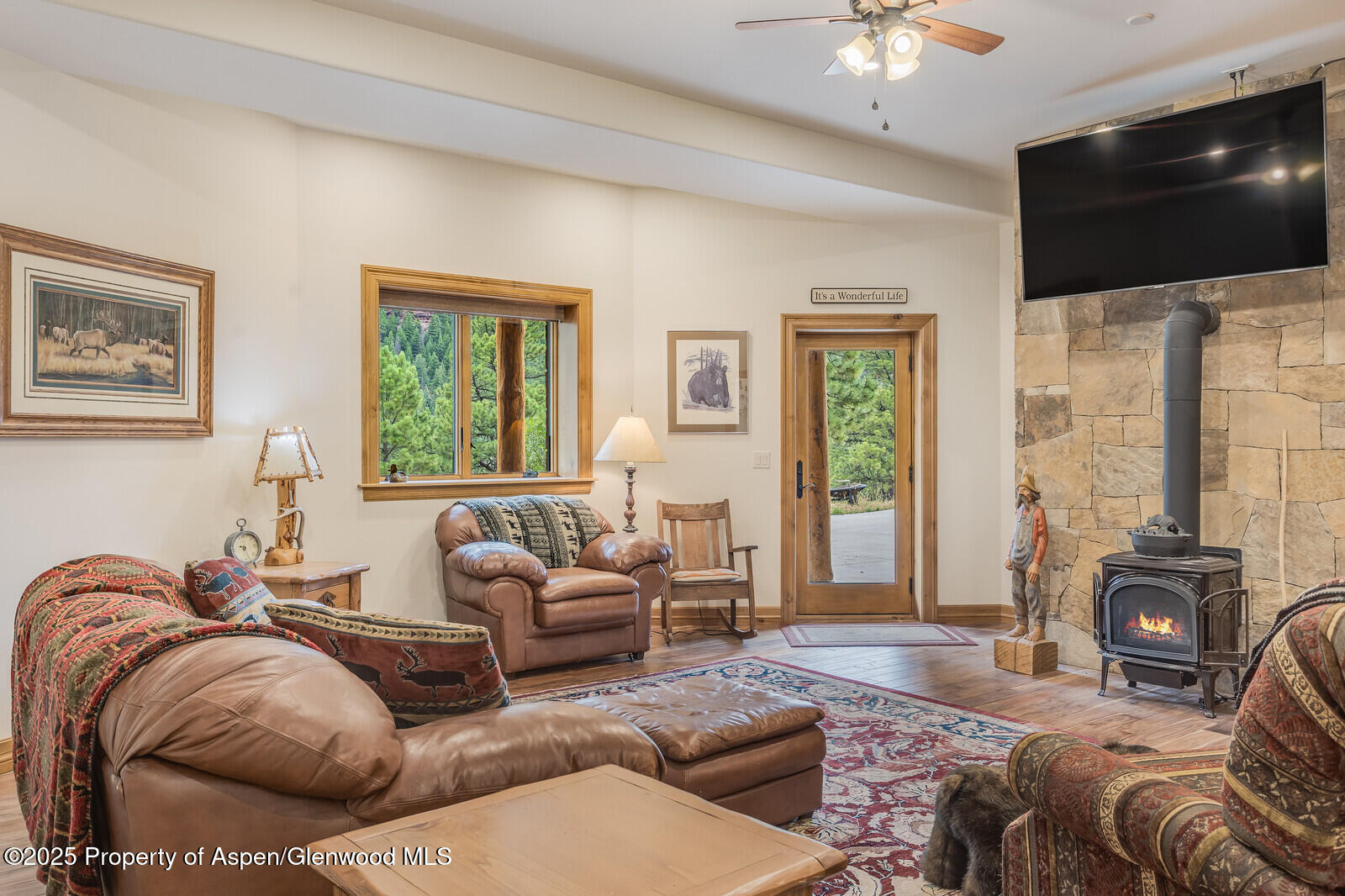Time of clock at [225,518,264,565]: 9:25
